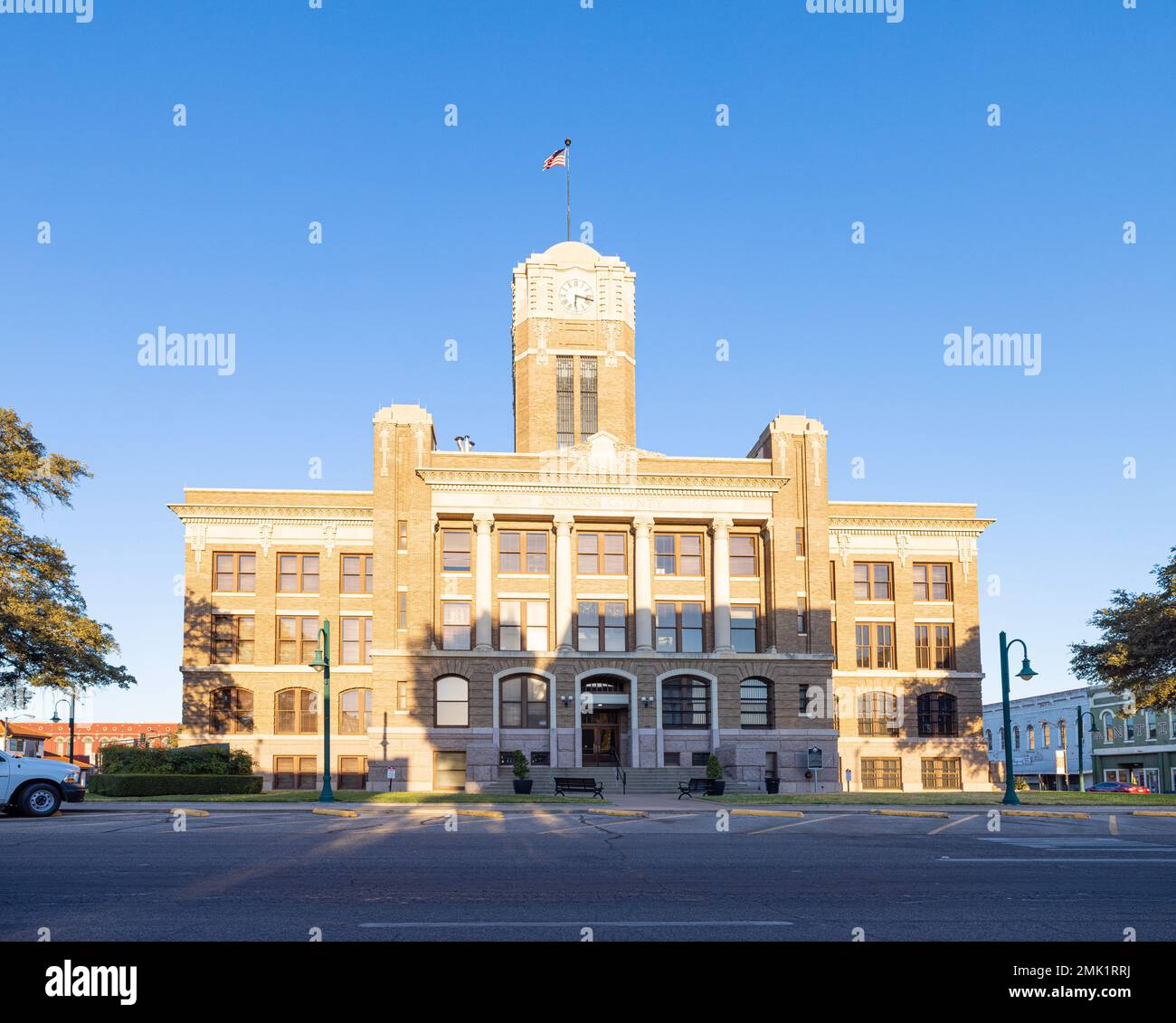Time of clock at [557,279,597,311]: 6:17
